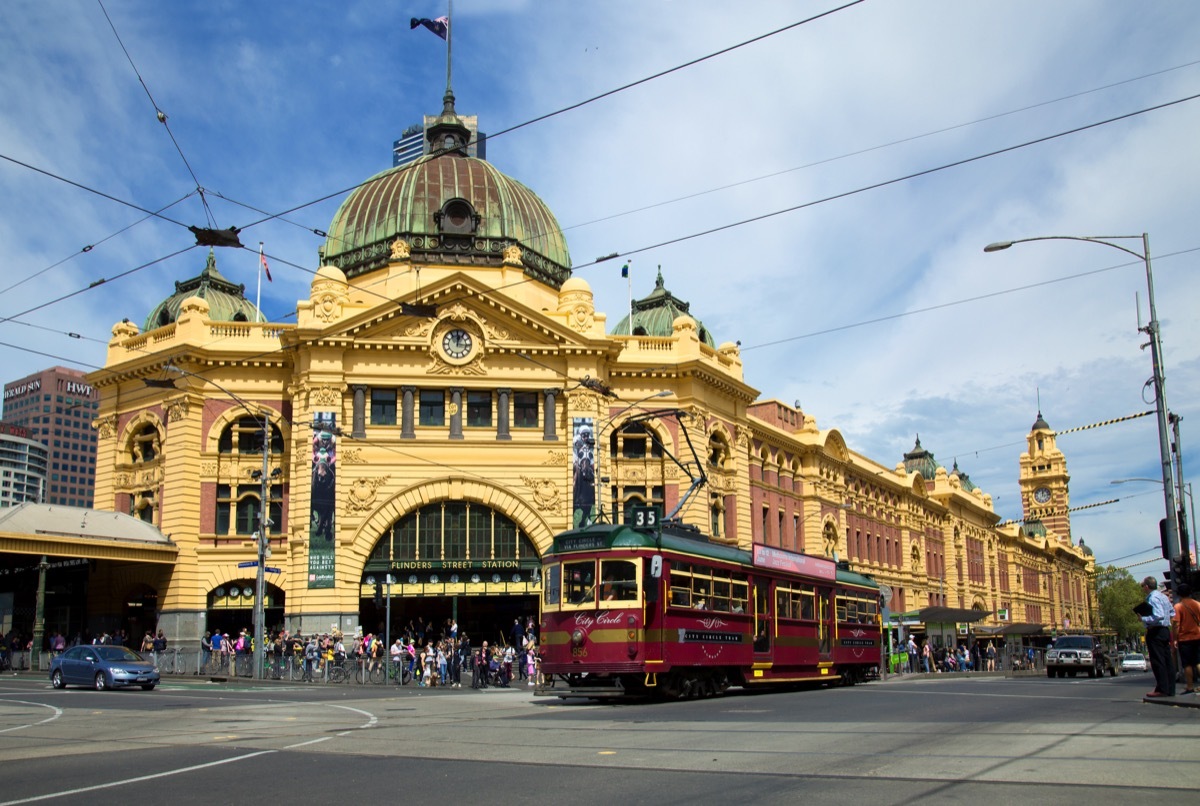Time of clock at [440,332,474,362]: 12:16
